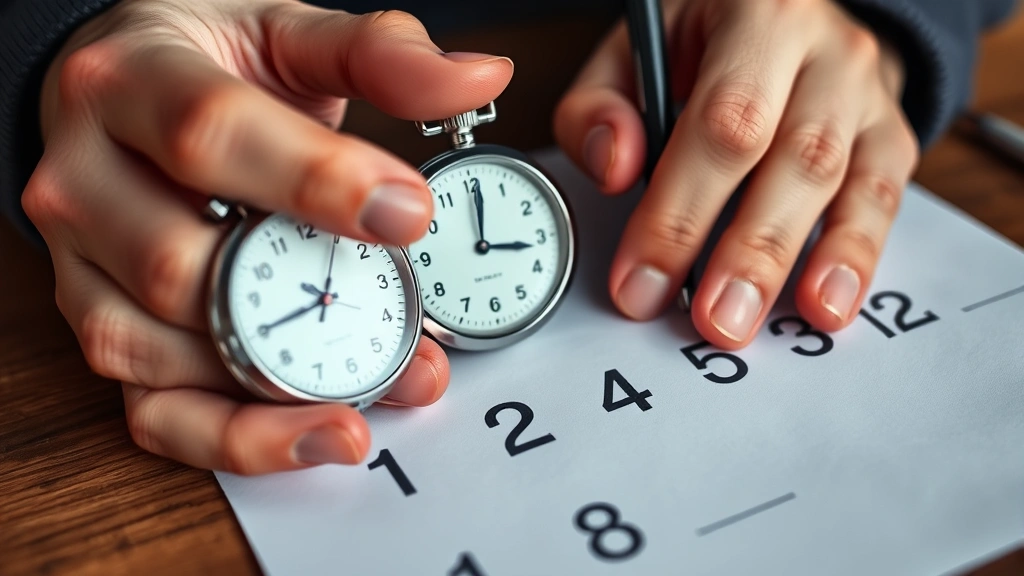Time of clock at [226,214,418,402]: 9:05
